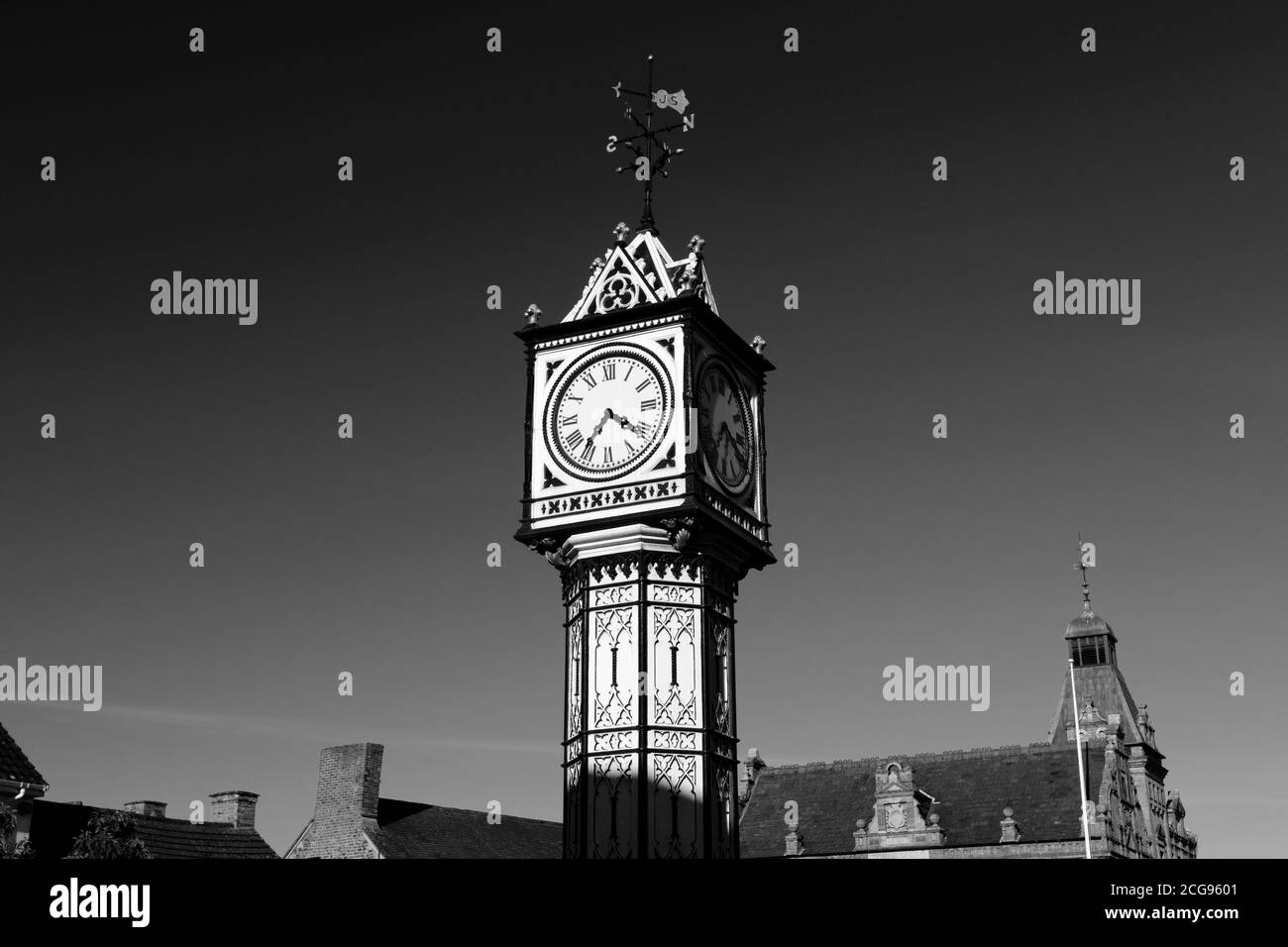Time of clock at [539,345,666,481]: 7:21
